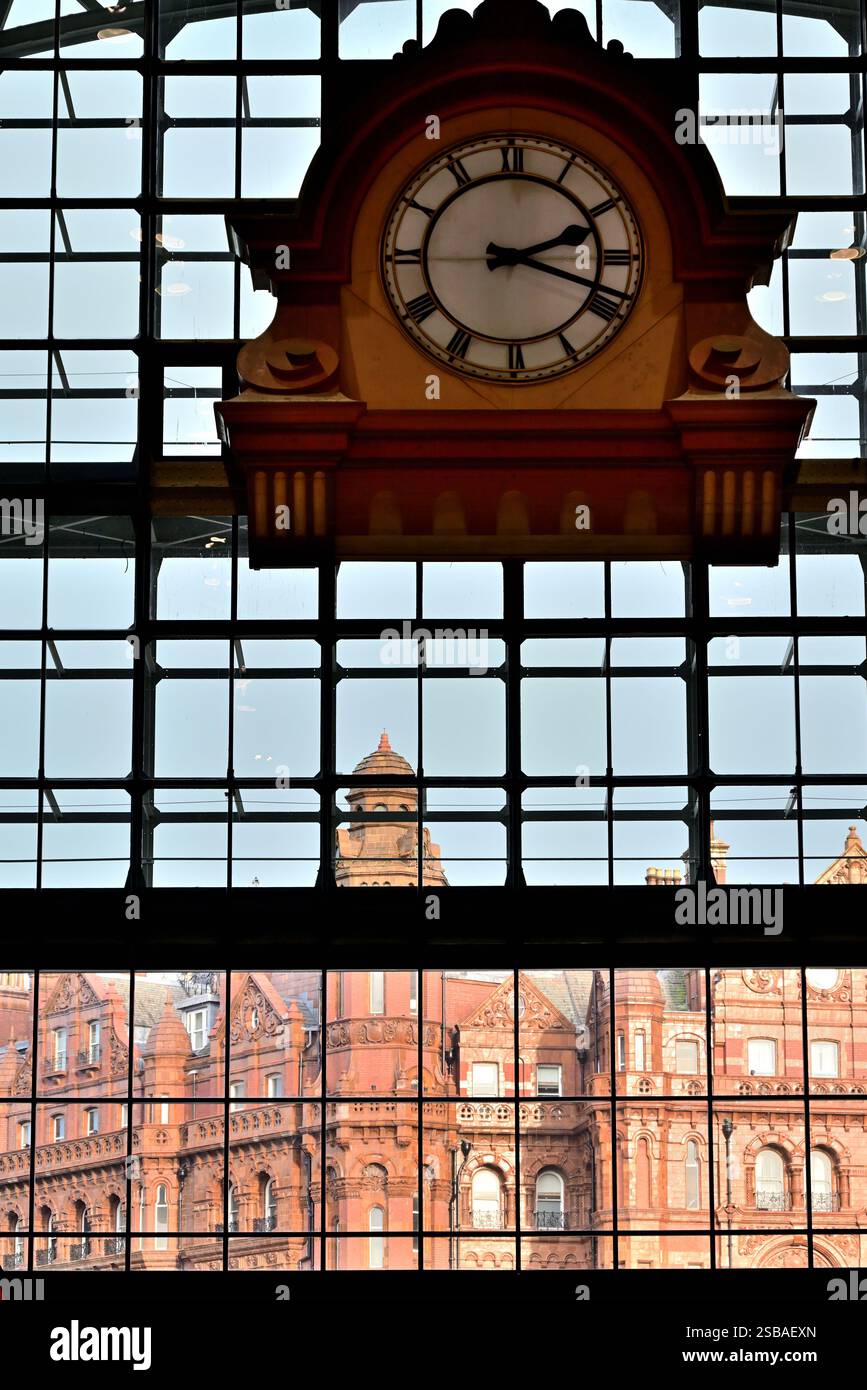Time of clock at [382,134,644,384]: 2:18
